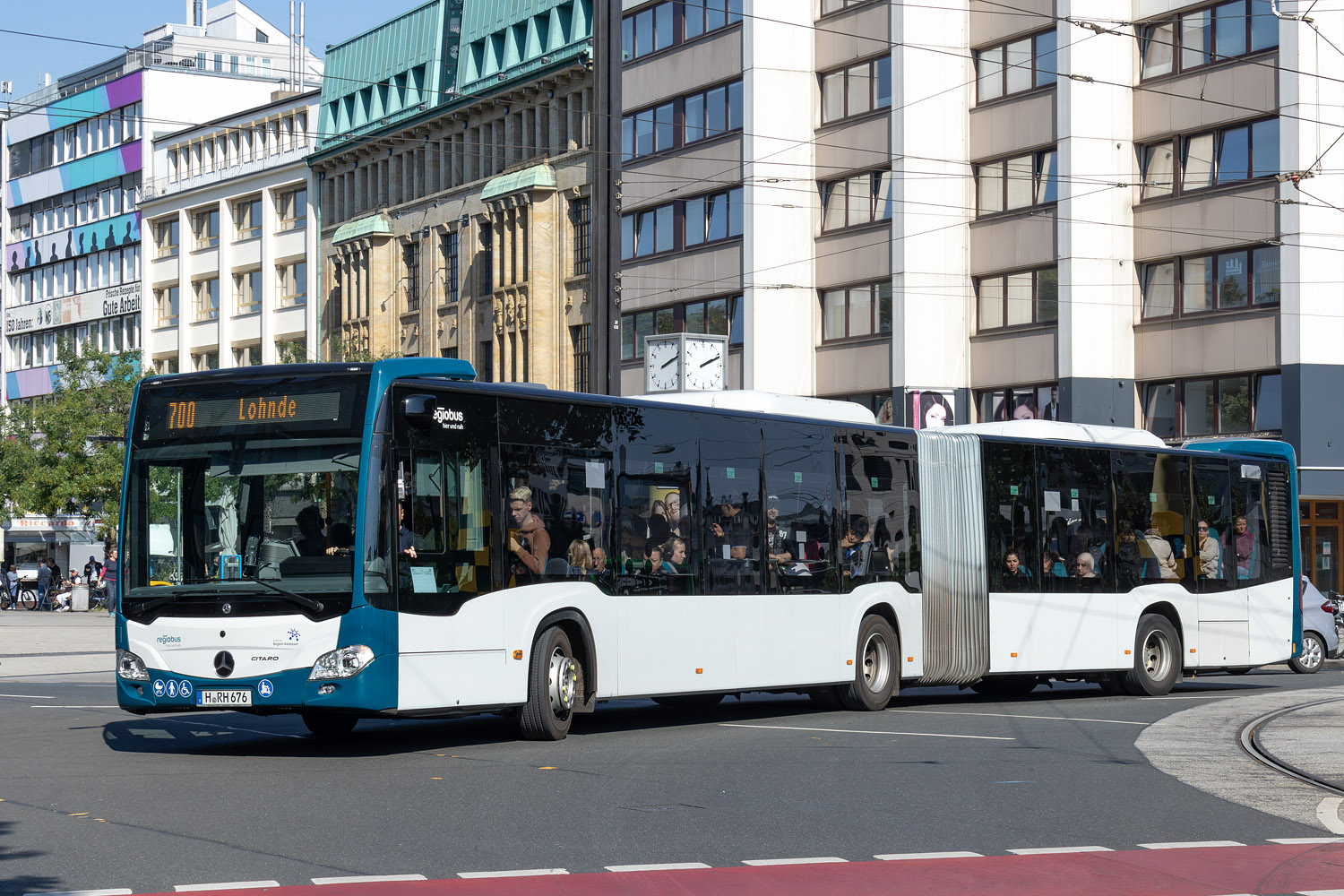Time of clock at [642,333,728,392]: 2:11
